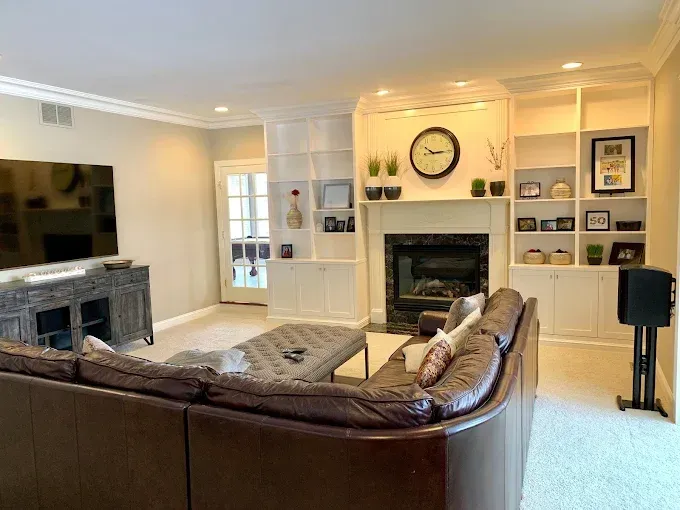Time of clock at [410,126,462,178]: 10:14
